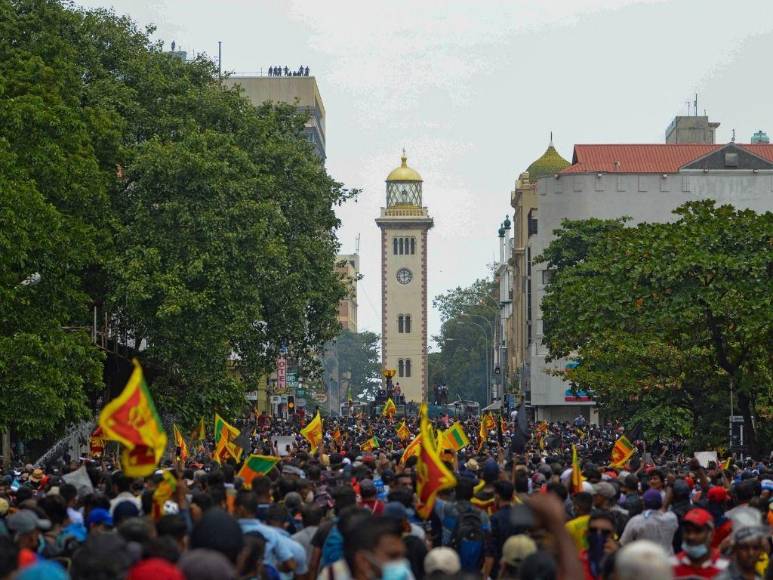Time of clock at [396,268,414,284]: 12:12
